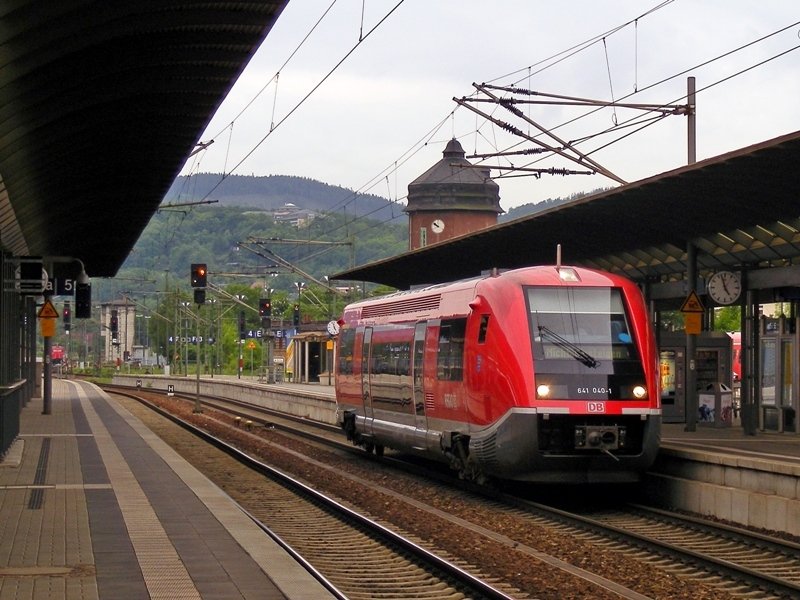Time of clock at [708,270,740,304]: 4:57
